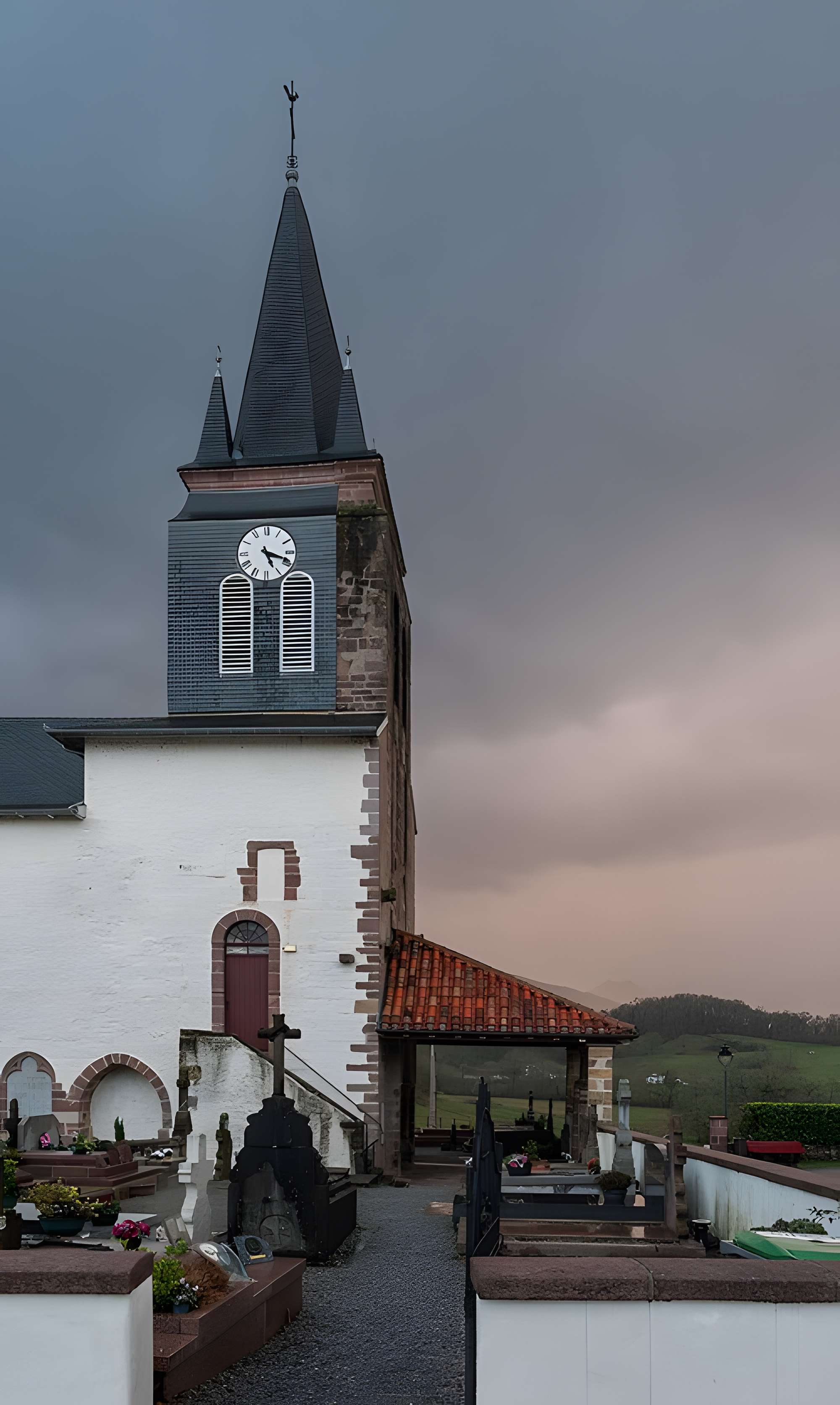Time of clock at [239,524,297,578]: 5:18
